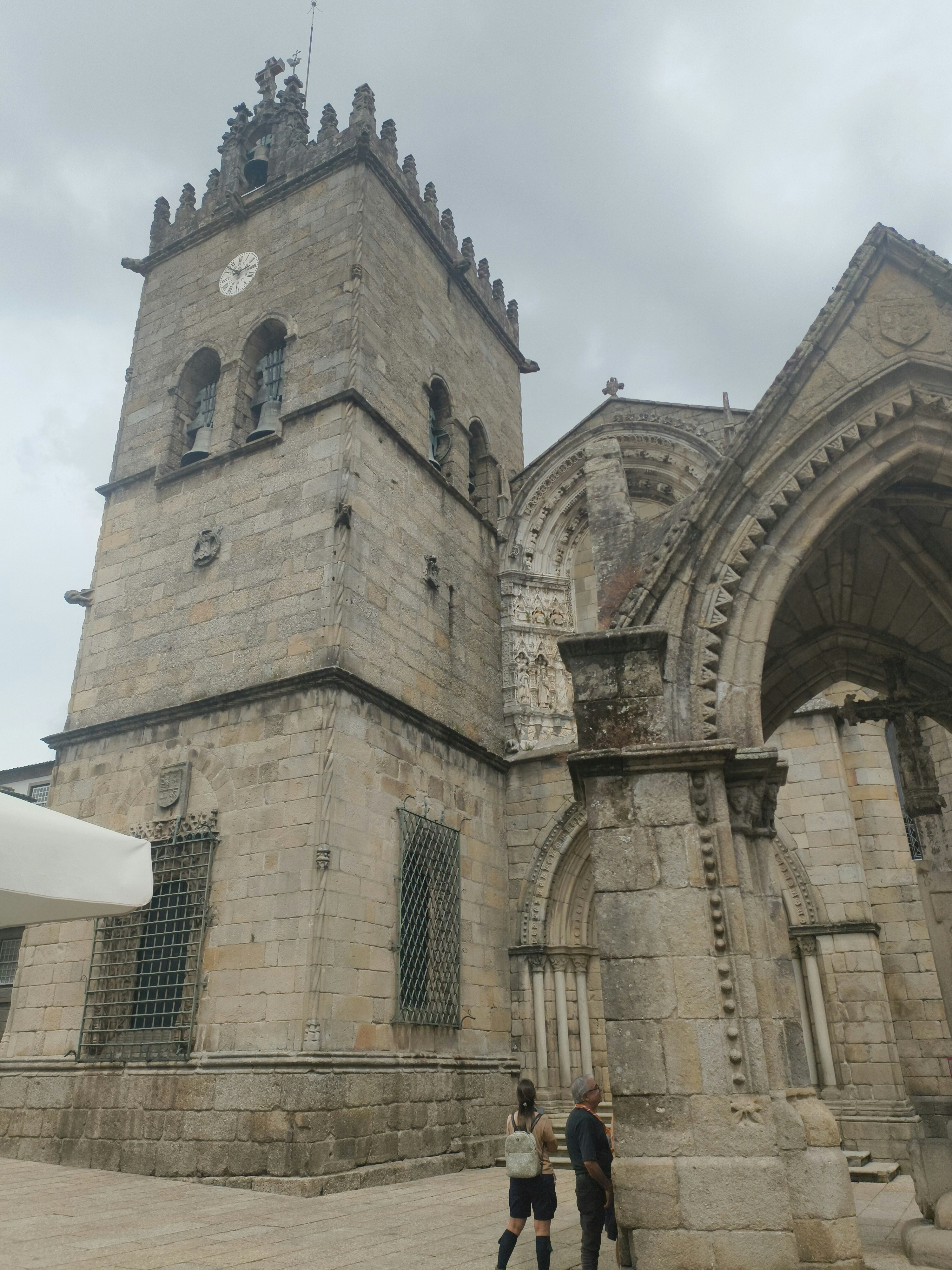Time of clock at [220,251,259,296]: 10:13
